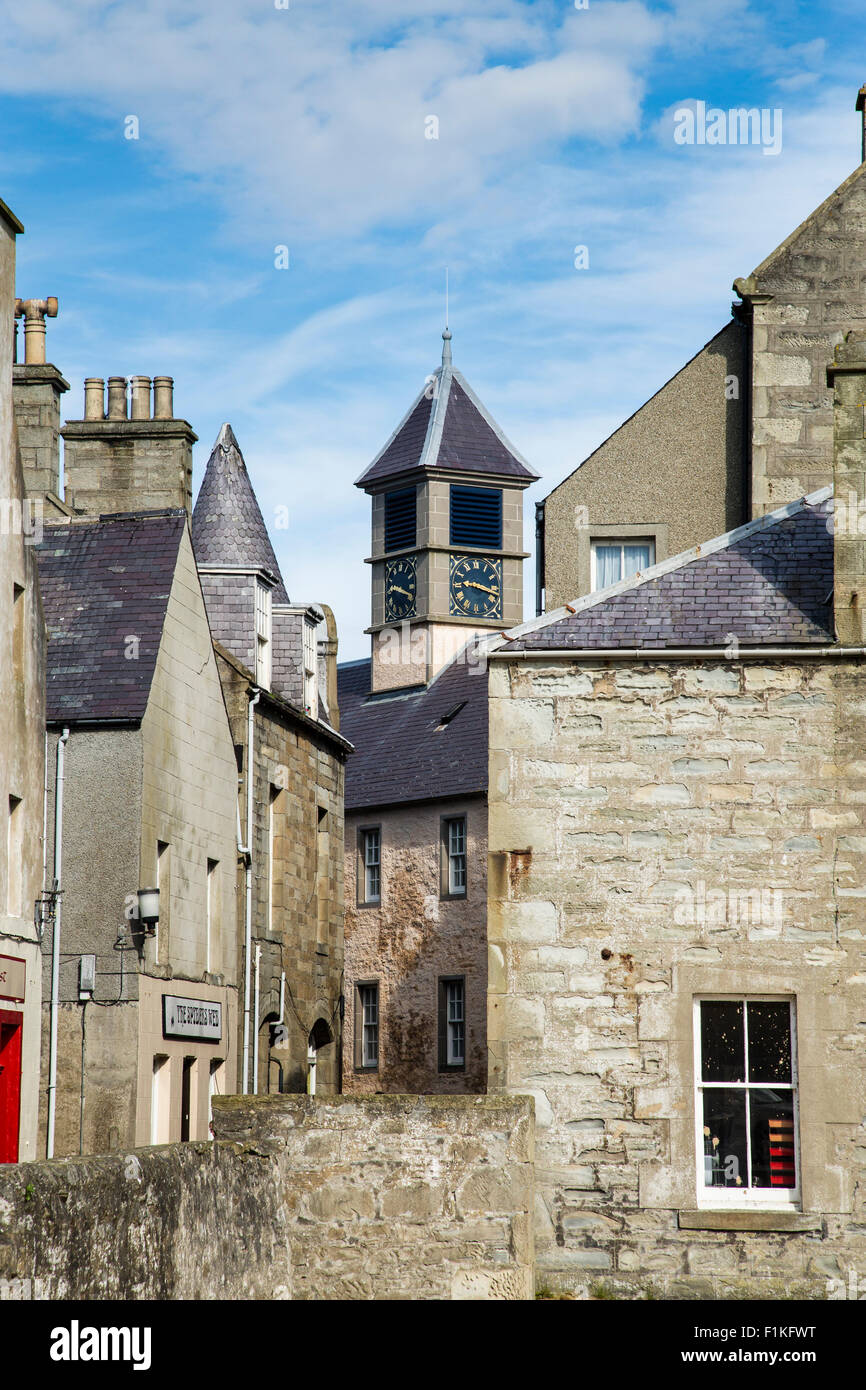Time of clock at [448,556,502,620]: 9:17
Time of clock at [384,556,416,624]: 3:47
